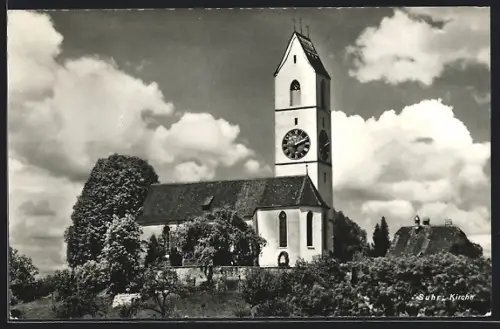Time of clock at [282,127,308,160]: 6:10
